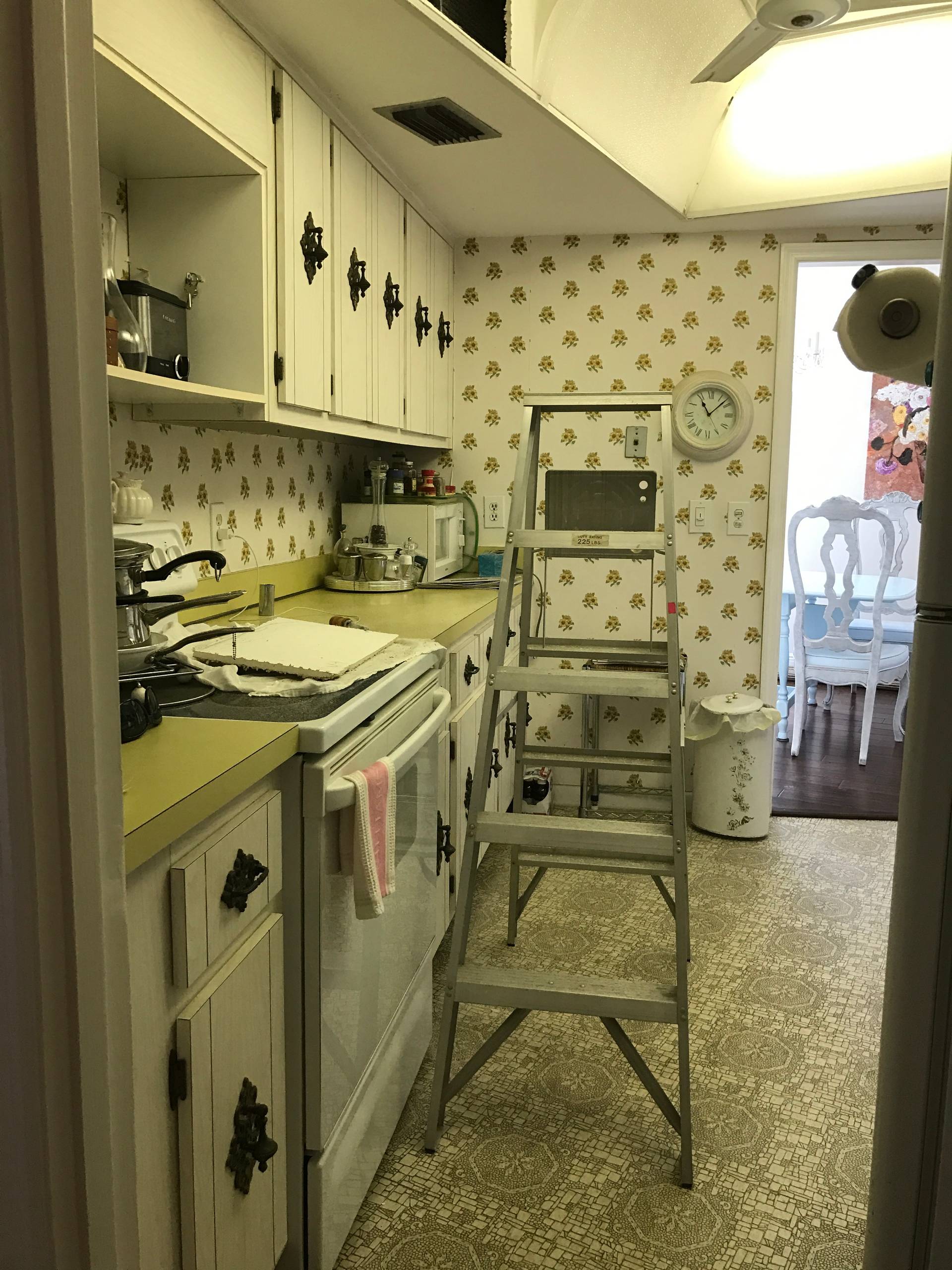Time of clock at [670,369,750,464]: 11:07
